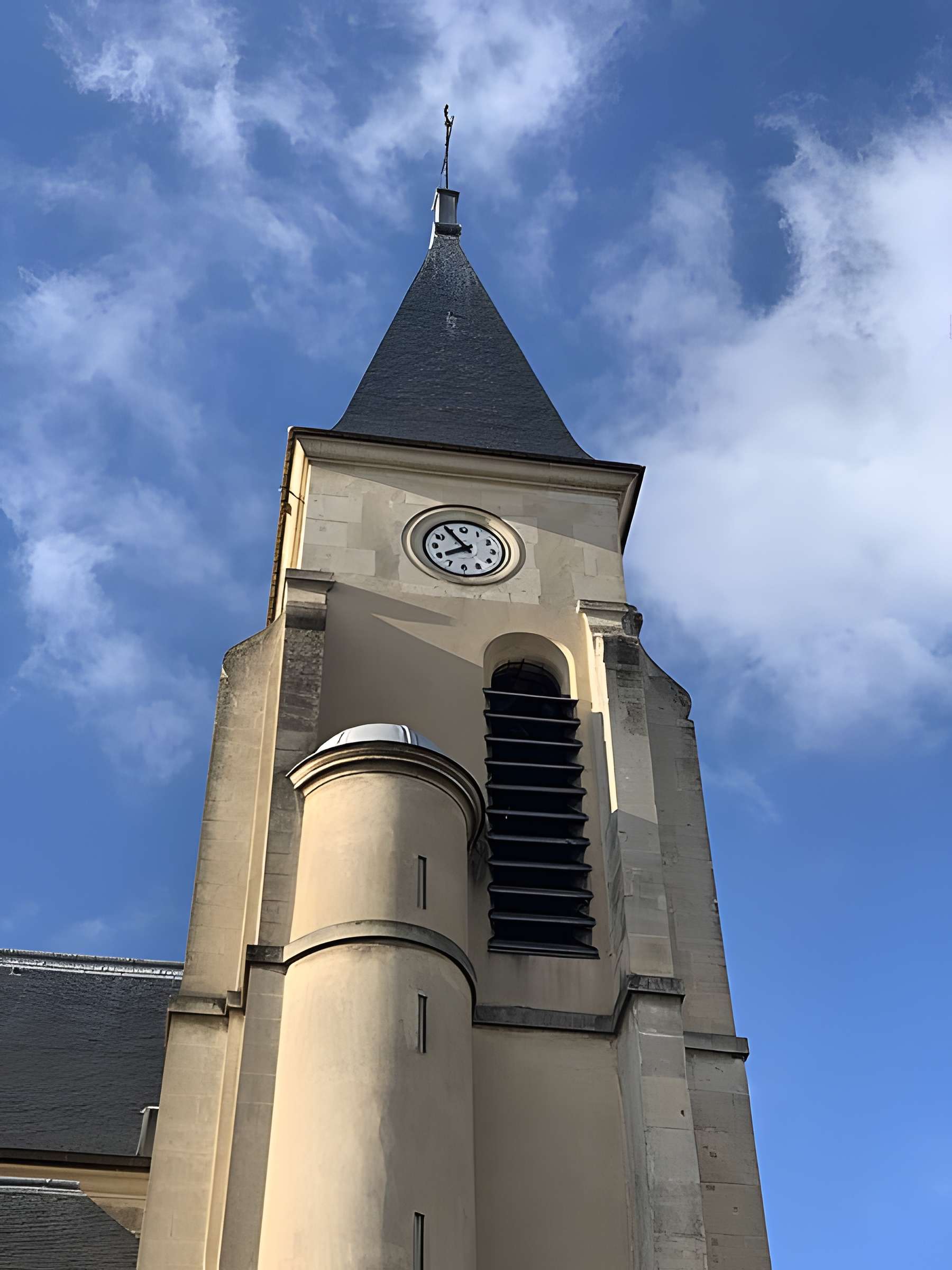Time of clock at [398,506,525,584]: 7:54
